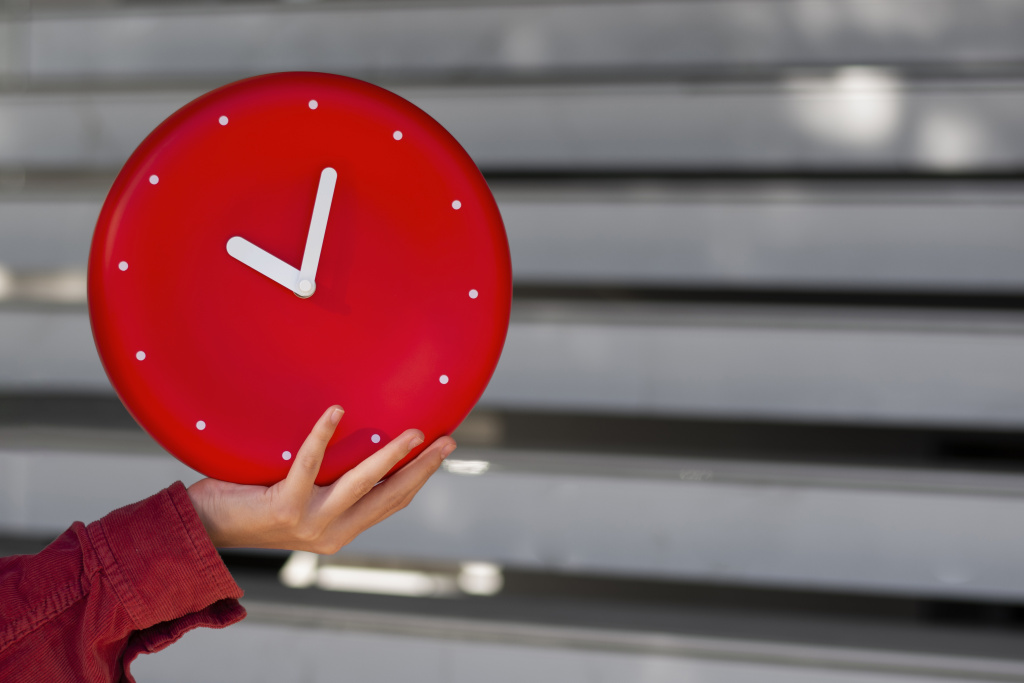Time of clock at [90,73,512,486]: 10:01
